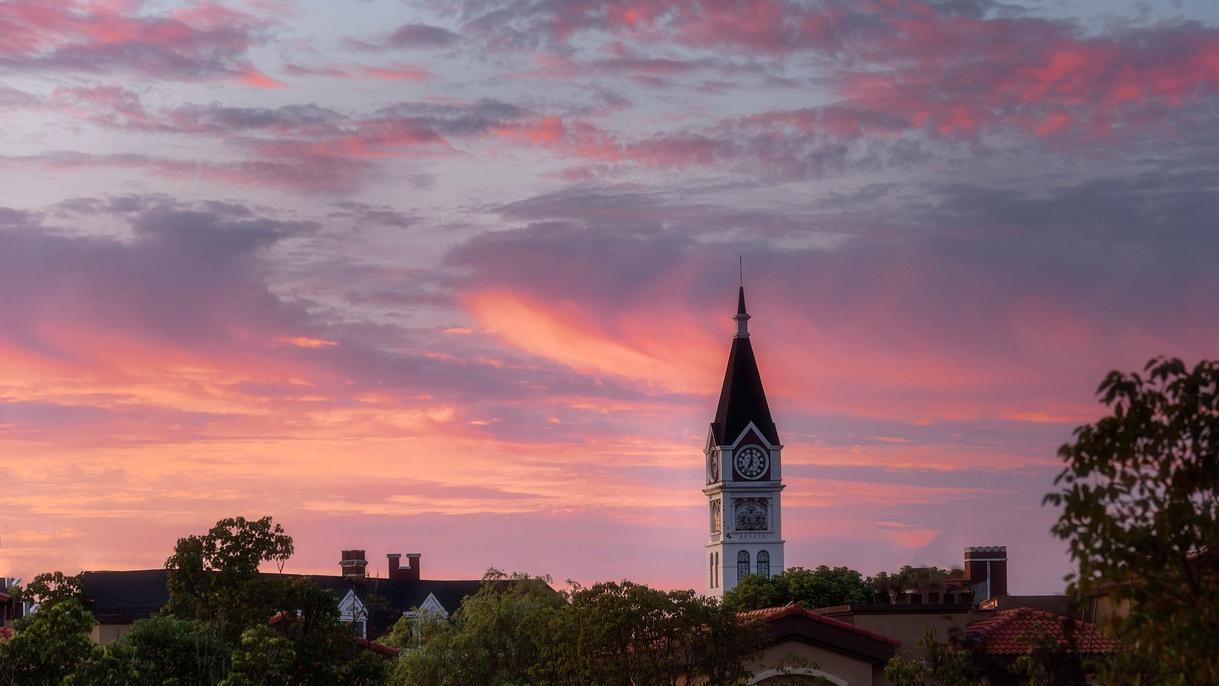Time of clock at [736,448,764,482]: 7:00
